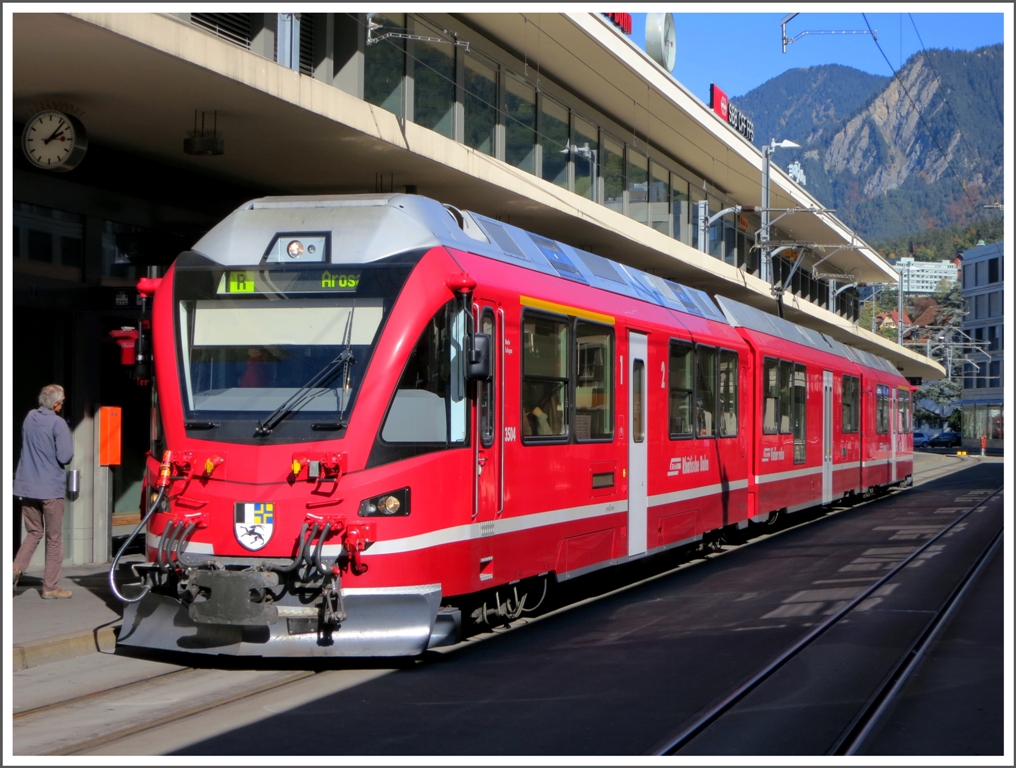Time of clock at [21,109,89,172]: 2:06
